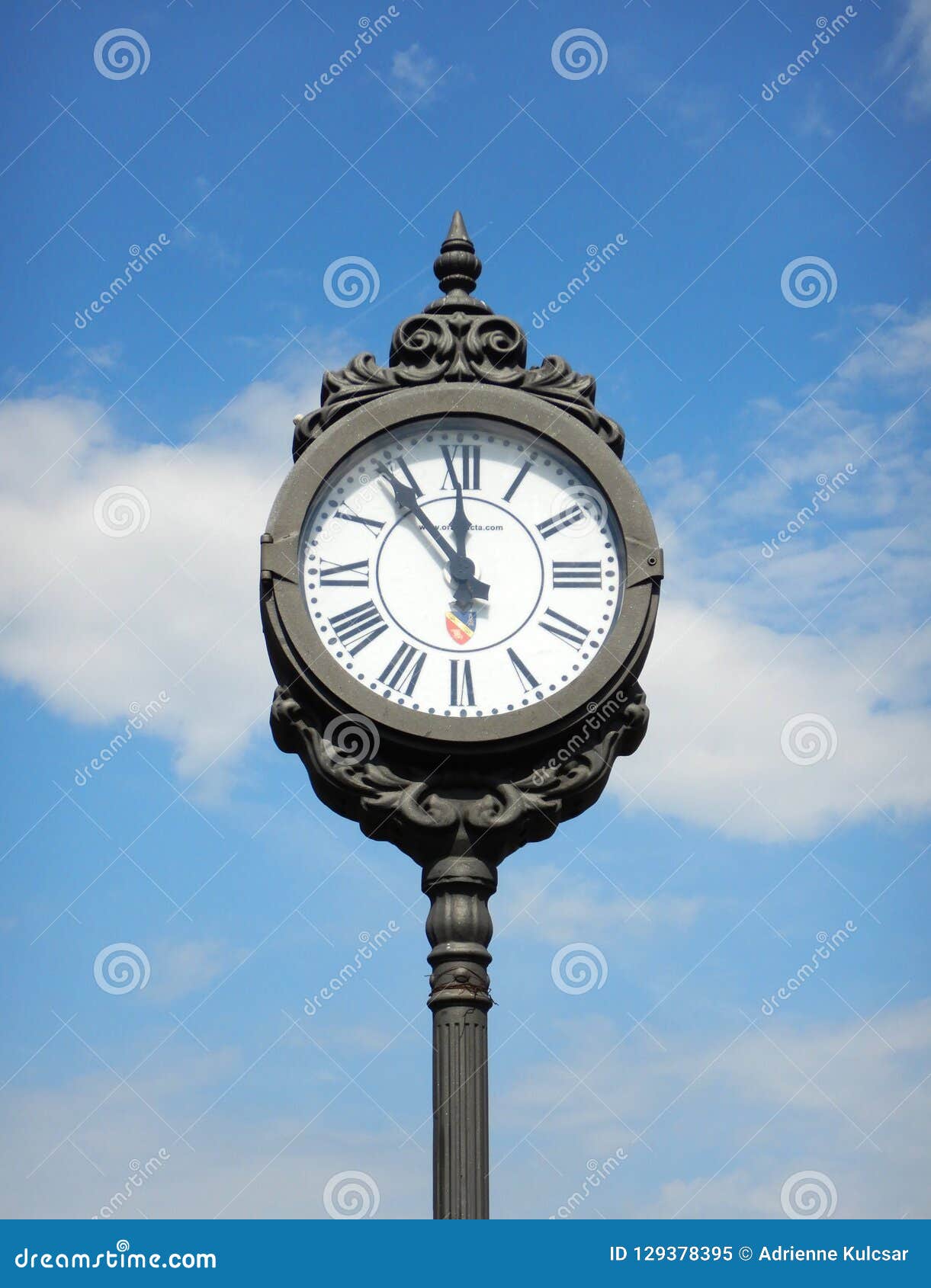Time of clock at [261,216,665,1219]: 11:53
